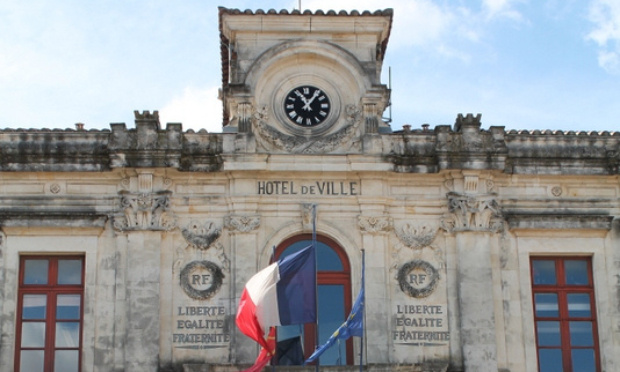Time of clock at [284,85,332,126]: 11:06
